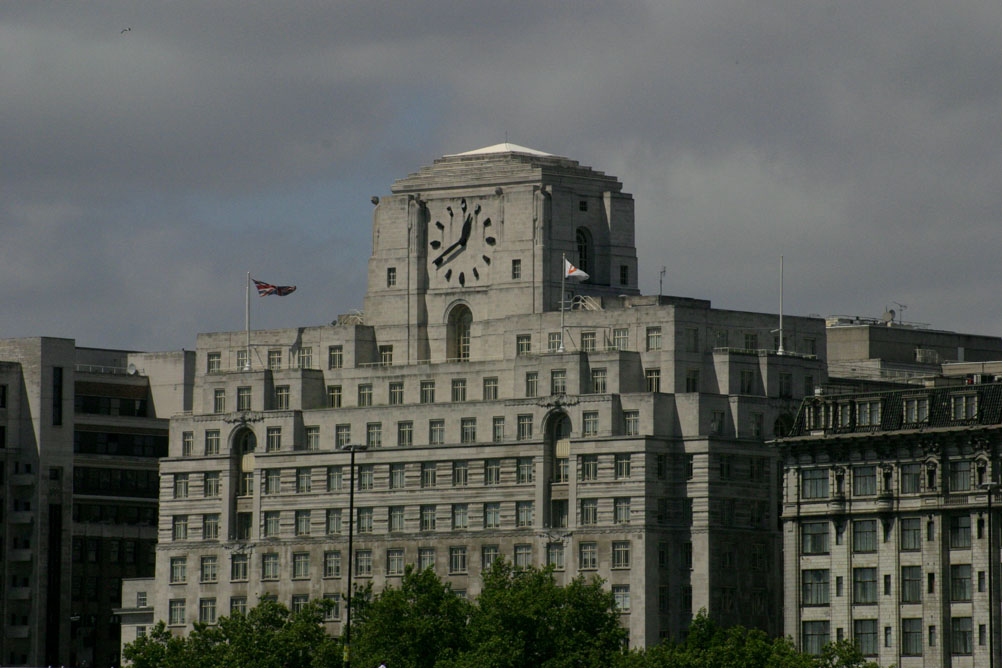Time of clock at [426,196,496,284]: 12:40
